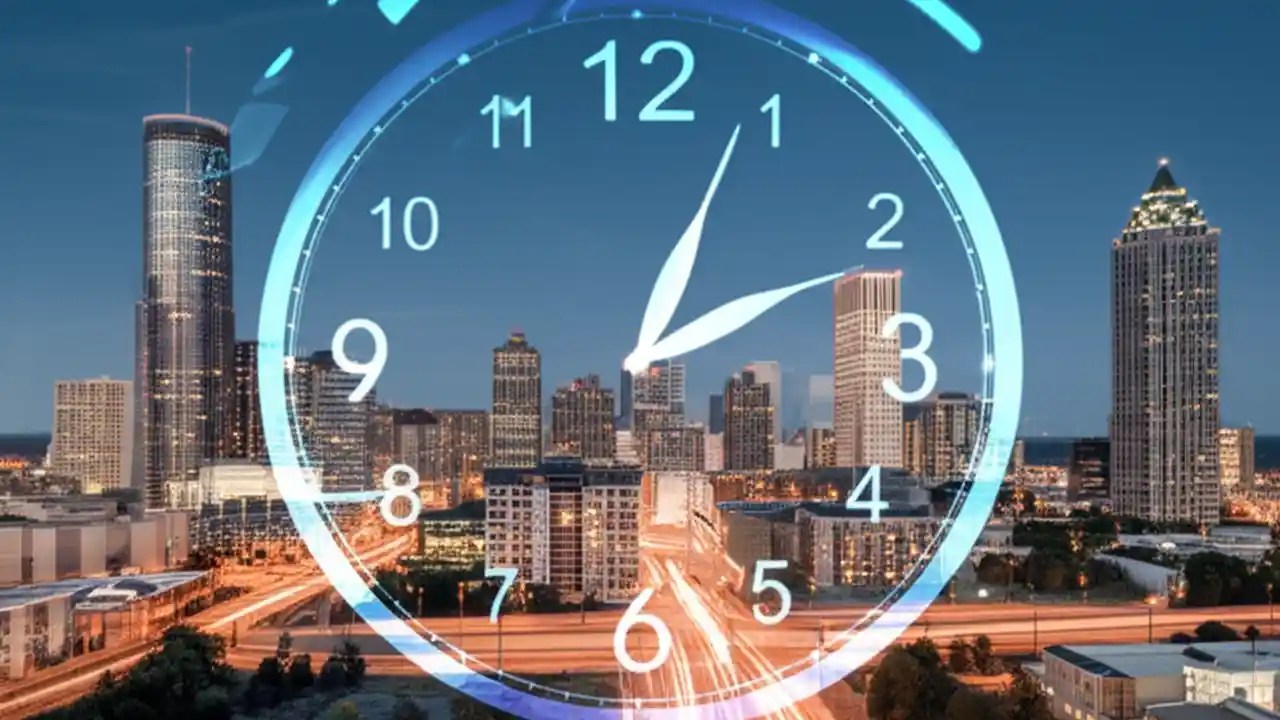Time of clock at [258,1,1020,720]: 2:03
